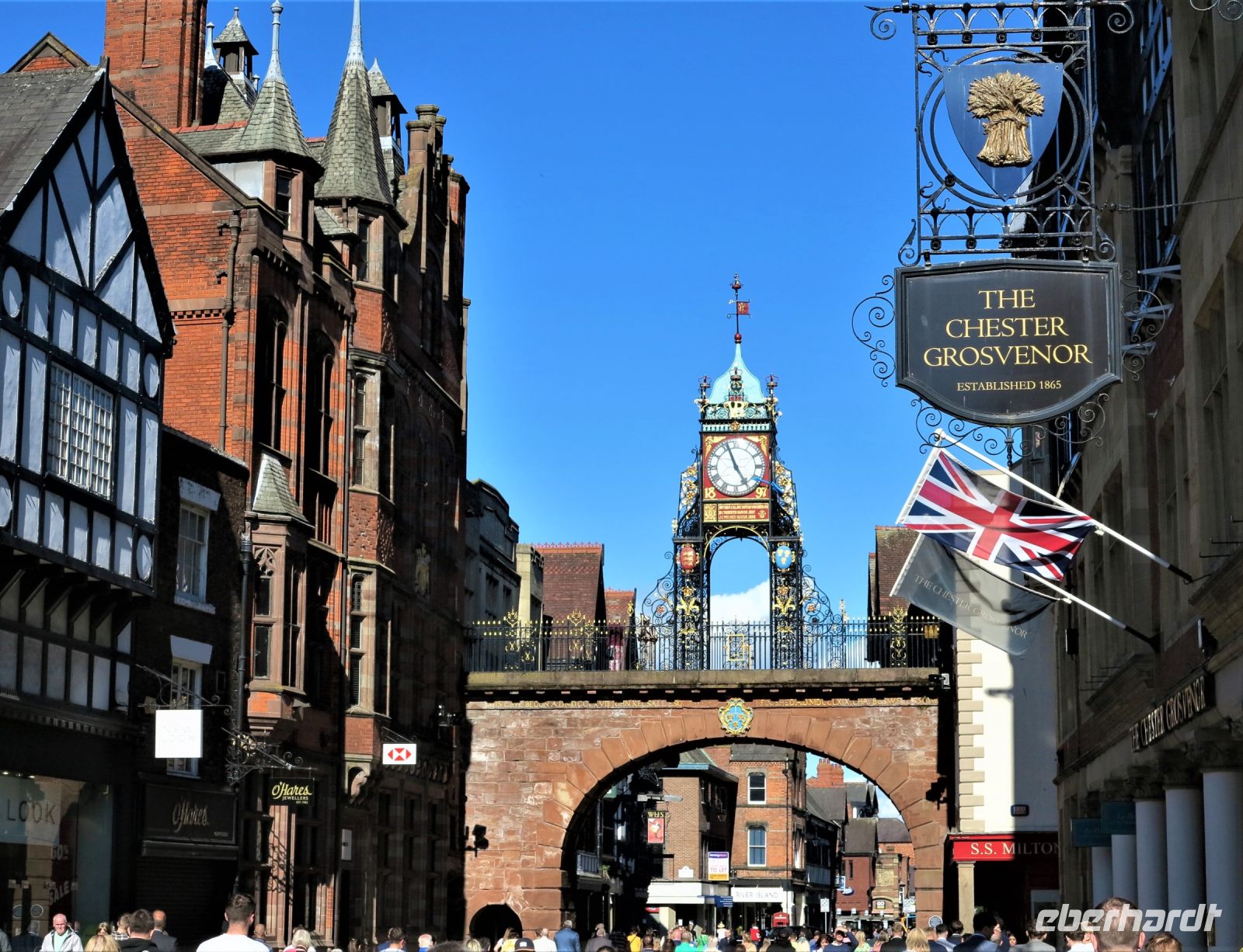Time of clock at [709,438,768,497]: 4:56
